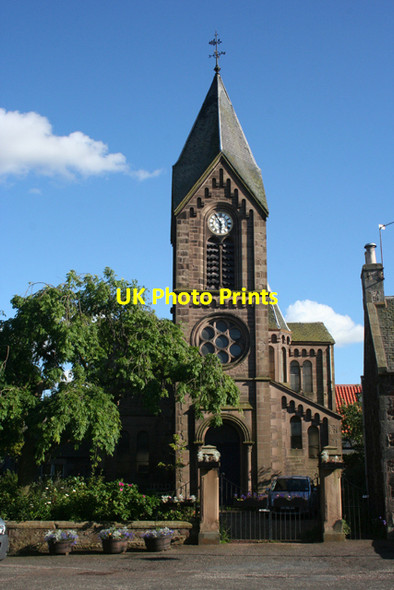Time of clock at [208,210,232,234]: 5:54
